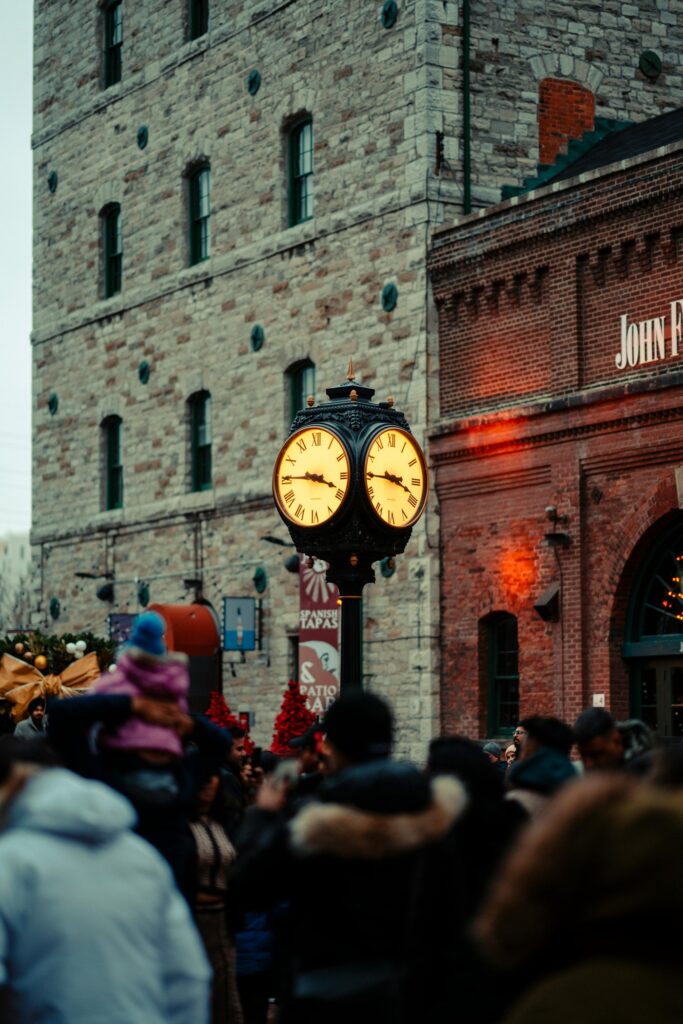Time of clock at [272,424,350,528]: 3:45
